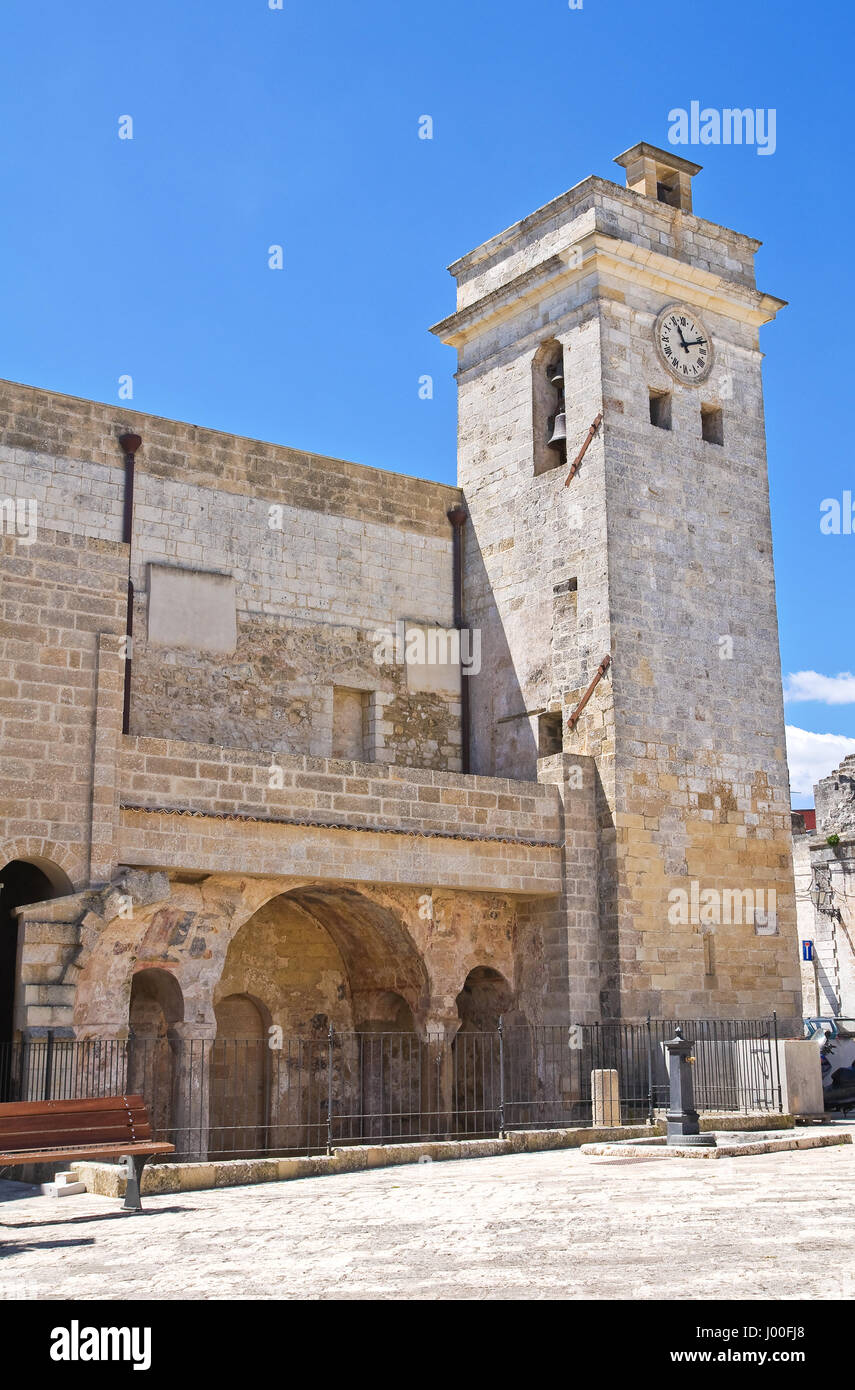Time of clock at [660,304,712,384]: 11:11
